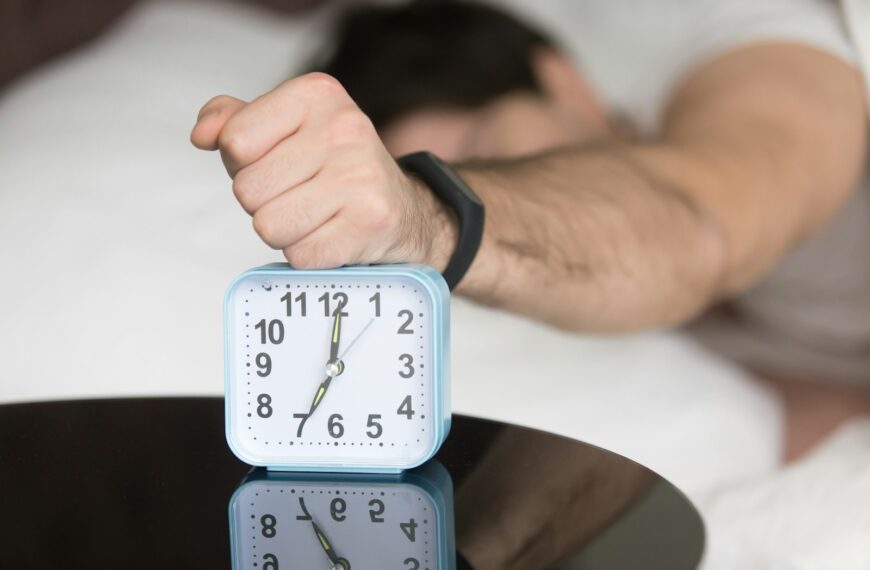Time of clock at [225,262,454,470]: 7:00
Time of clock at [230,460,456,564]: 12:34
